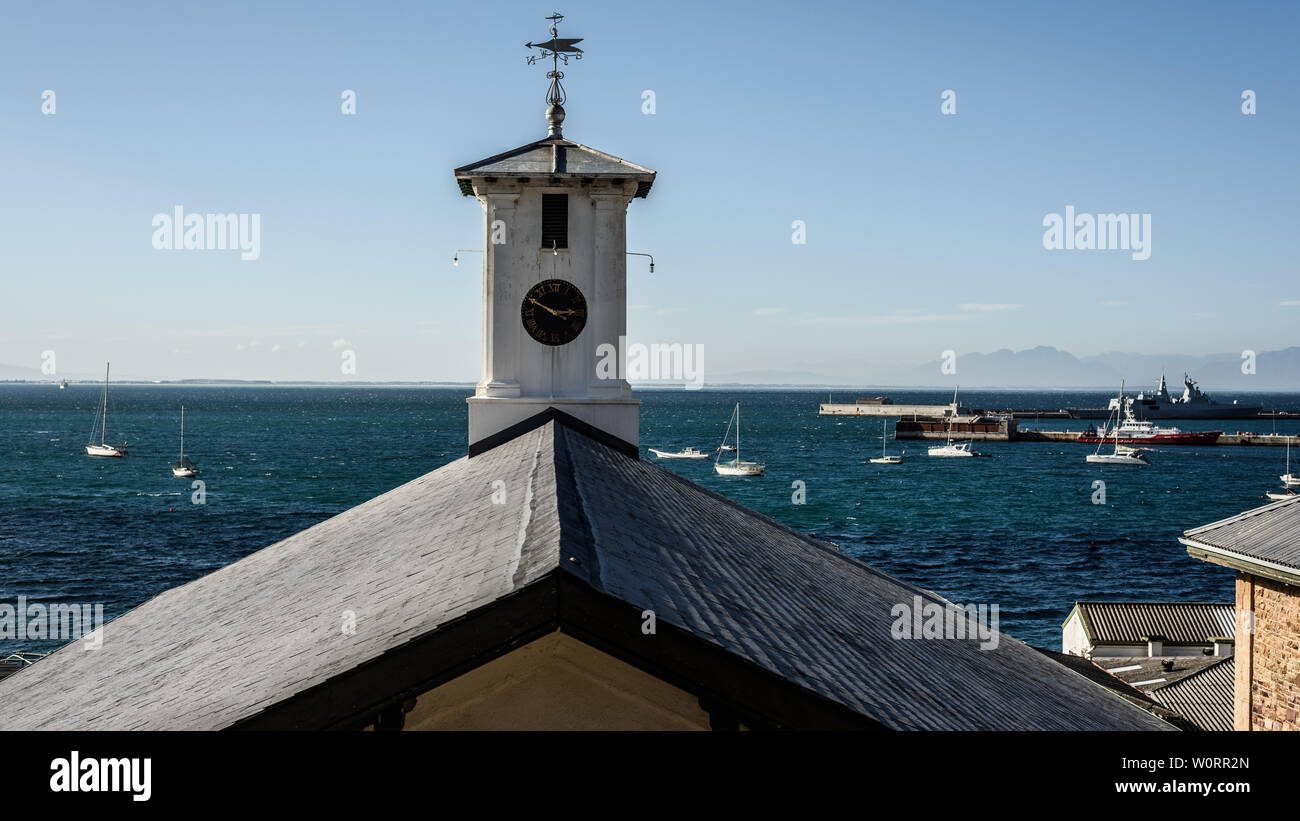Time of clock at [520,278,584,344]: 2:49
